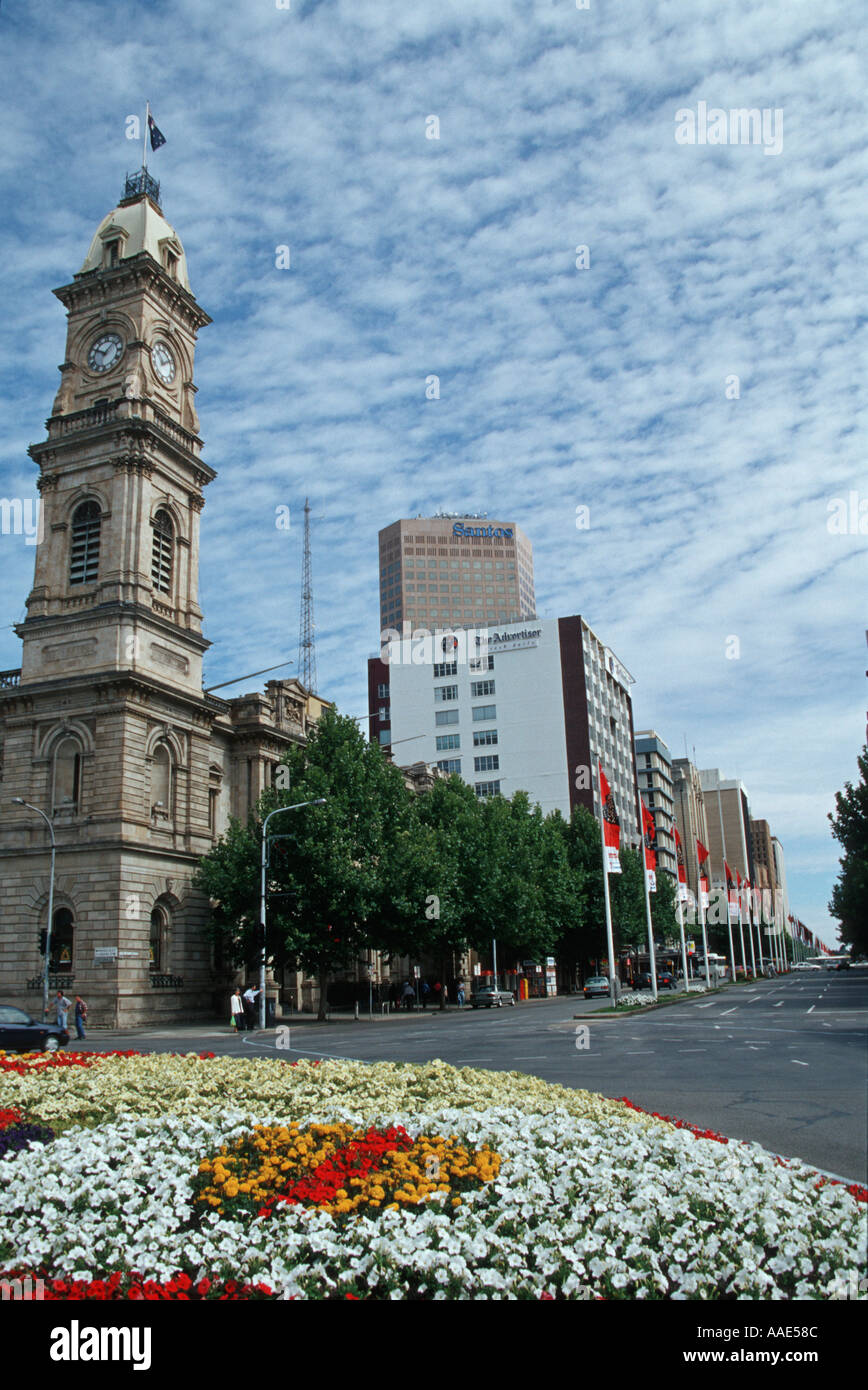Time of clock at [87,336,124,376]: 10:07
